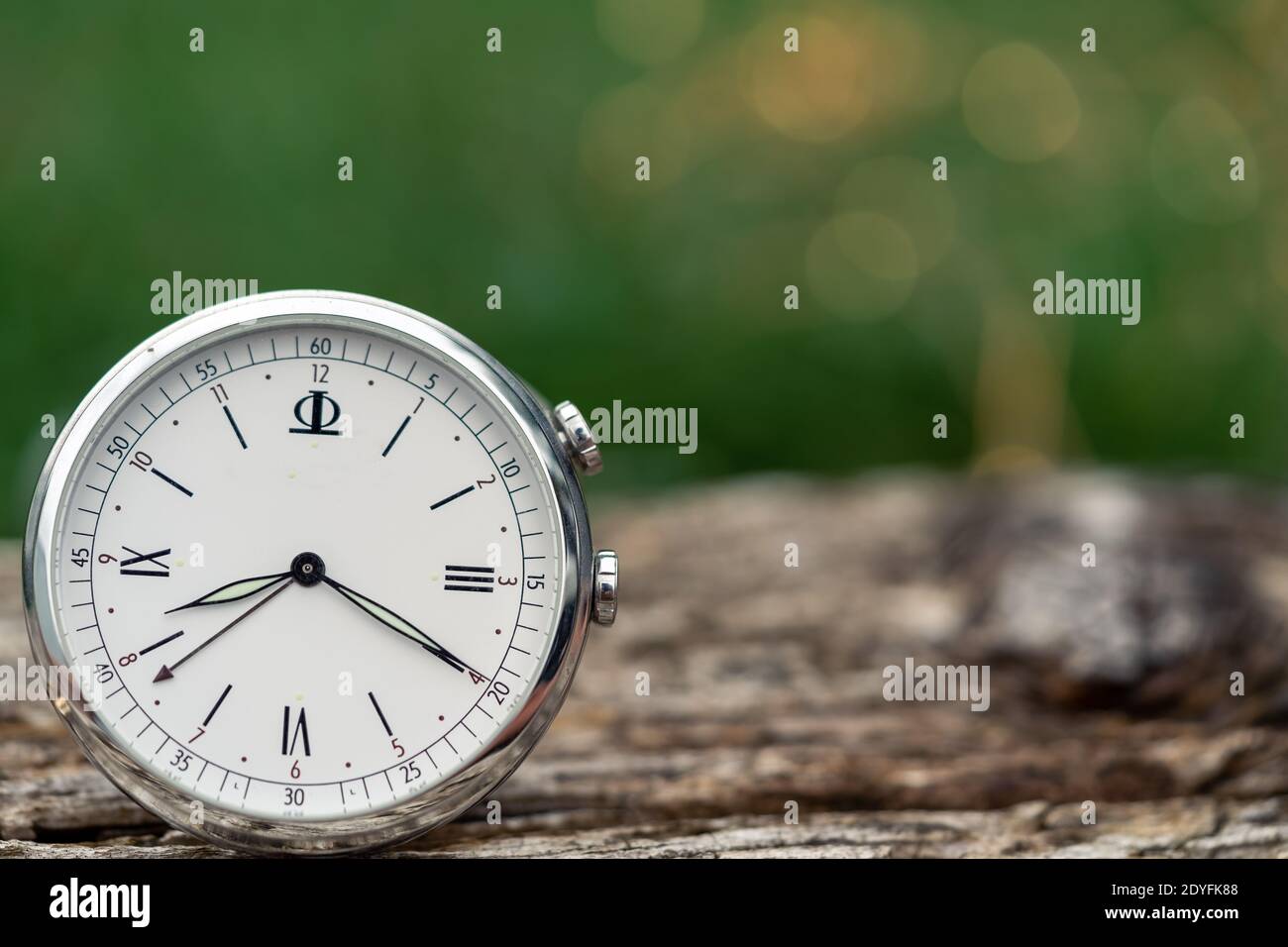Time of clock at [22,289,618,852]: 8:19
